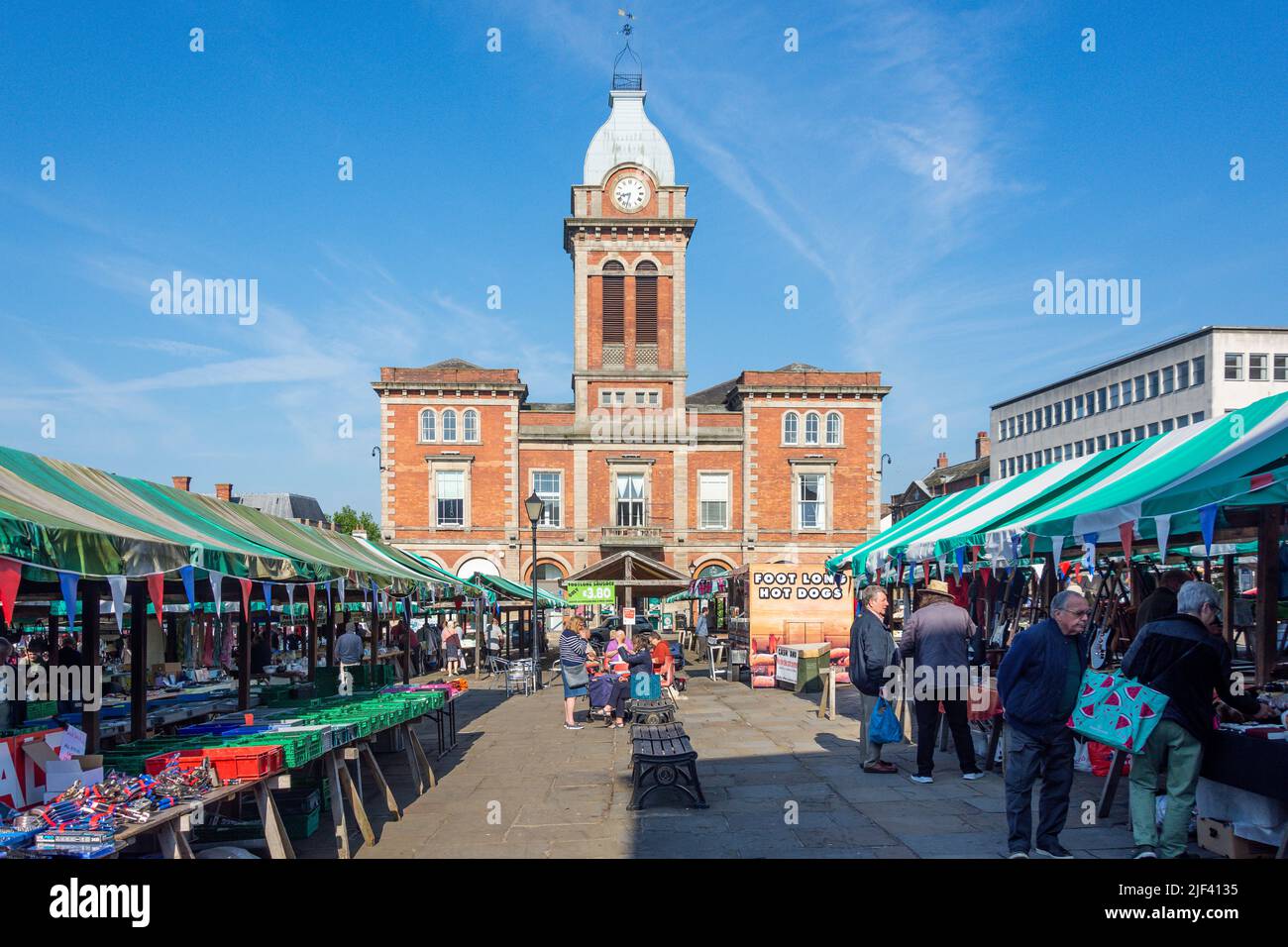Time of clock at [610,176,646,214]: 8:32
